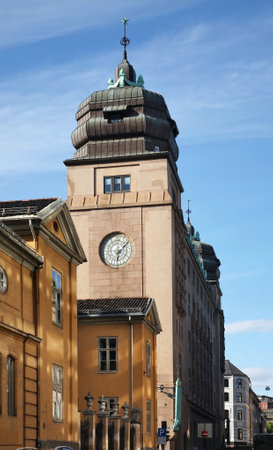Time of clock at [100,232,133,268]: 6:08
